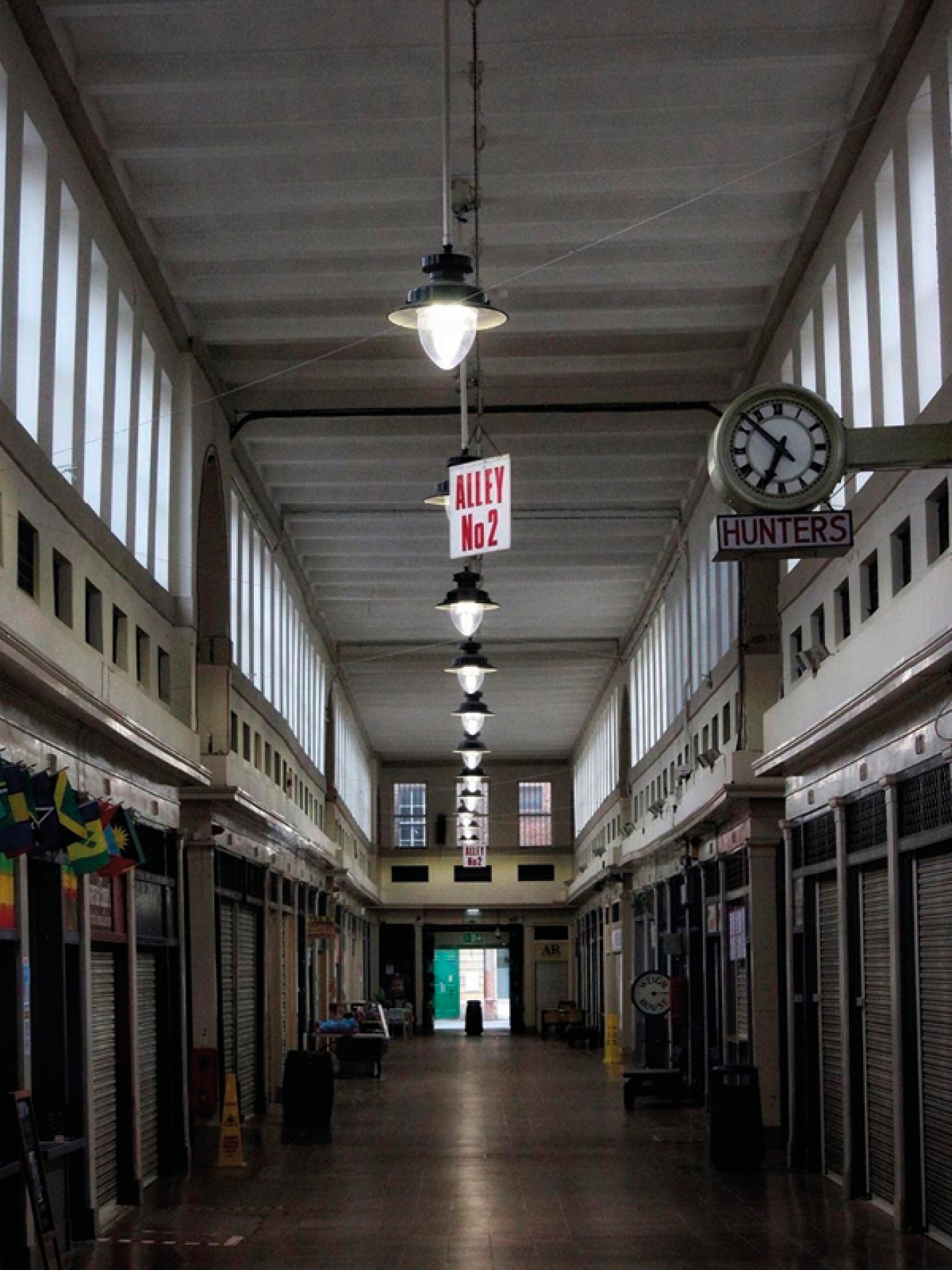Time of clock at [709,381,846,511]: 6:52
